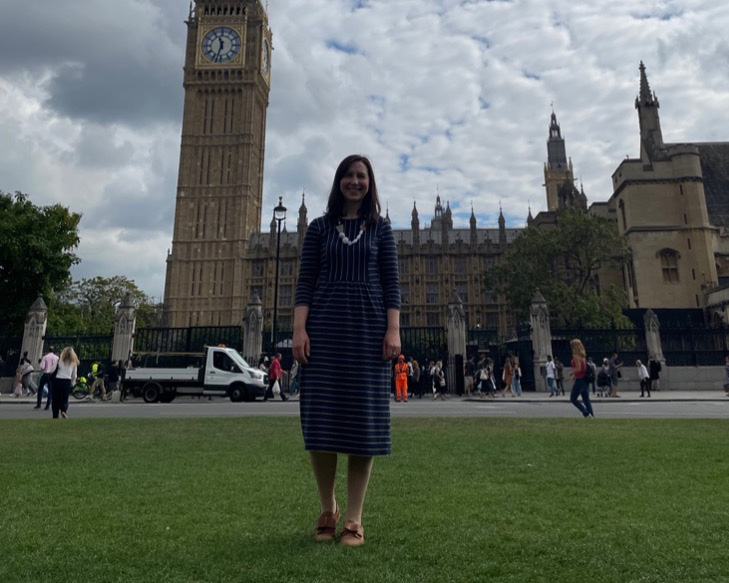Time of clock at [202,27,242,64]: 11:32
